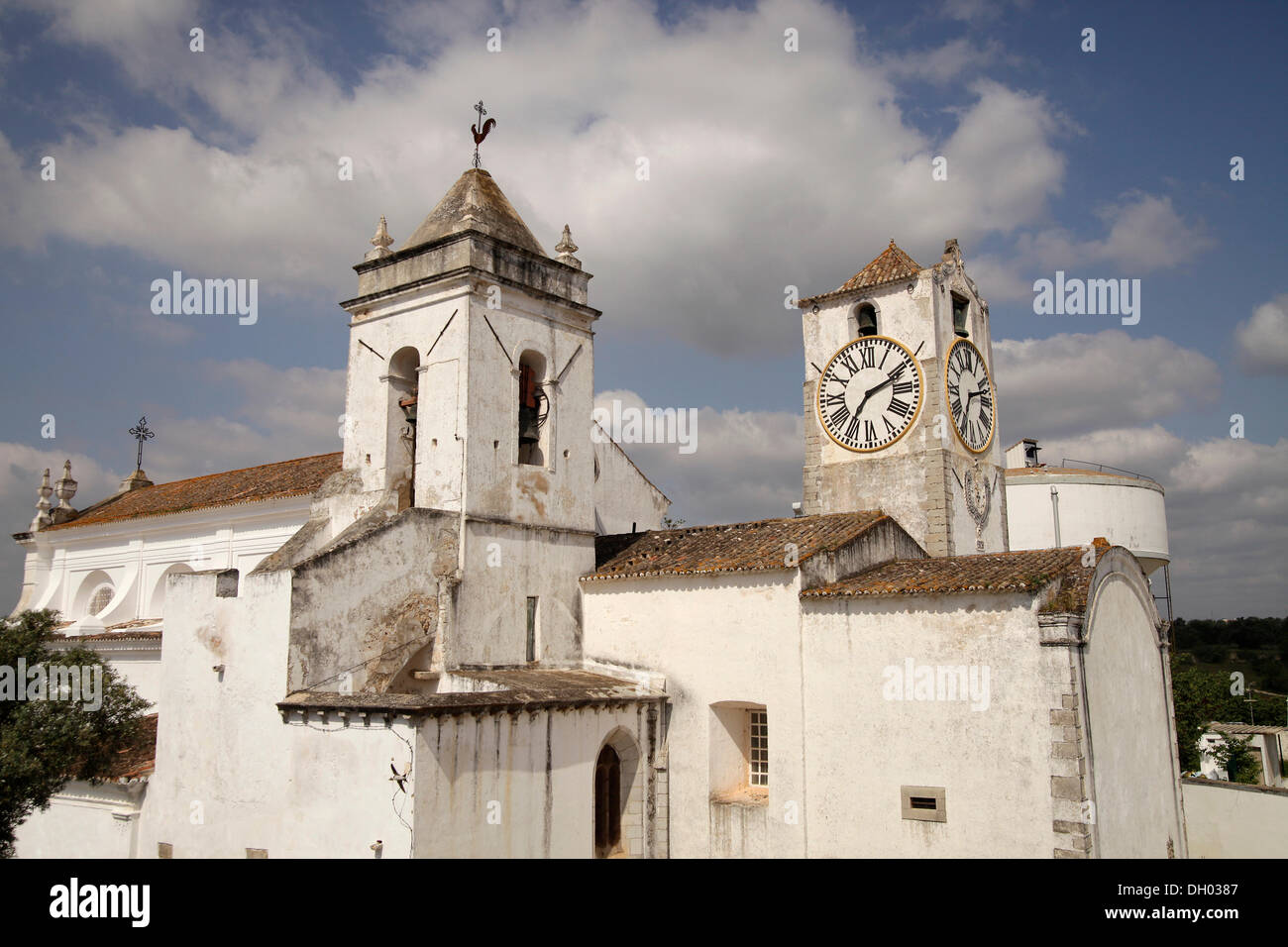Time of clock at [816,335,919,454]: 7:11
